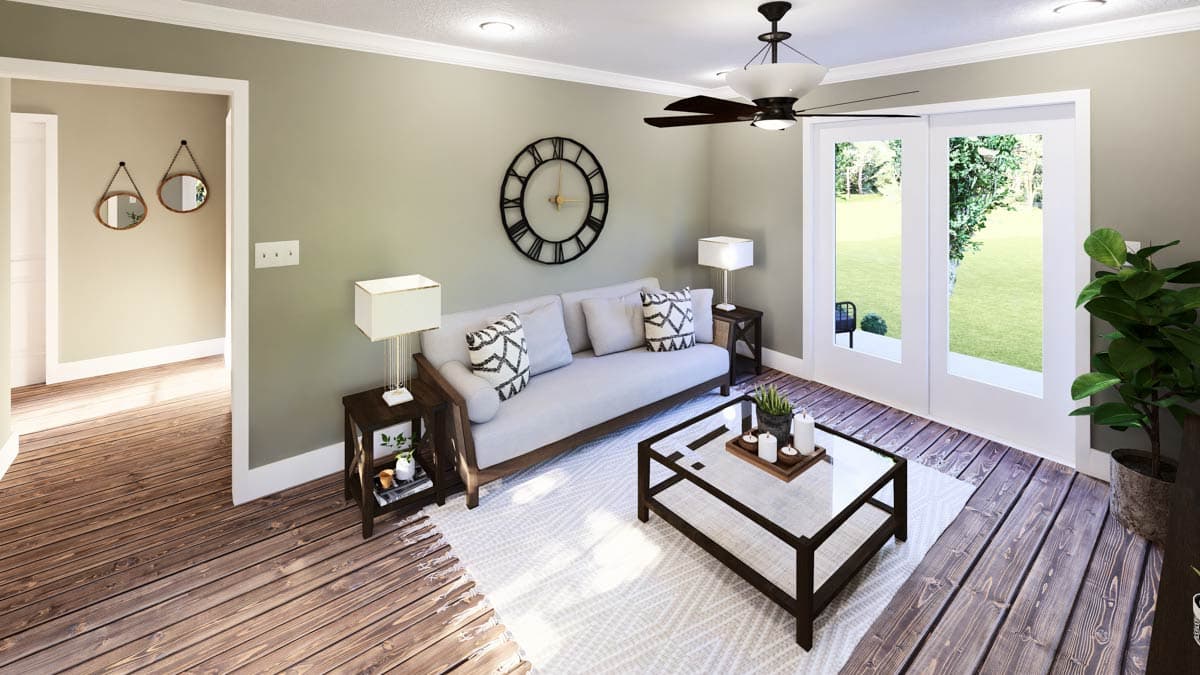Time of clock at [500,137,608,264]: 3:01
